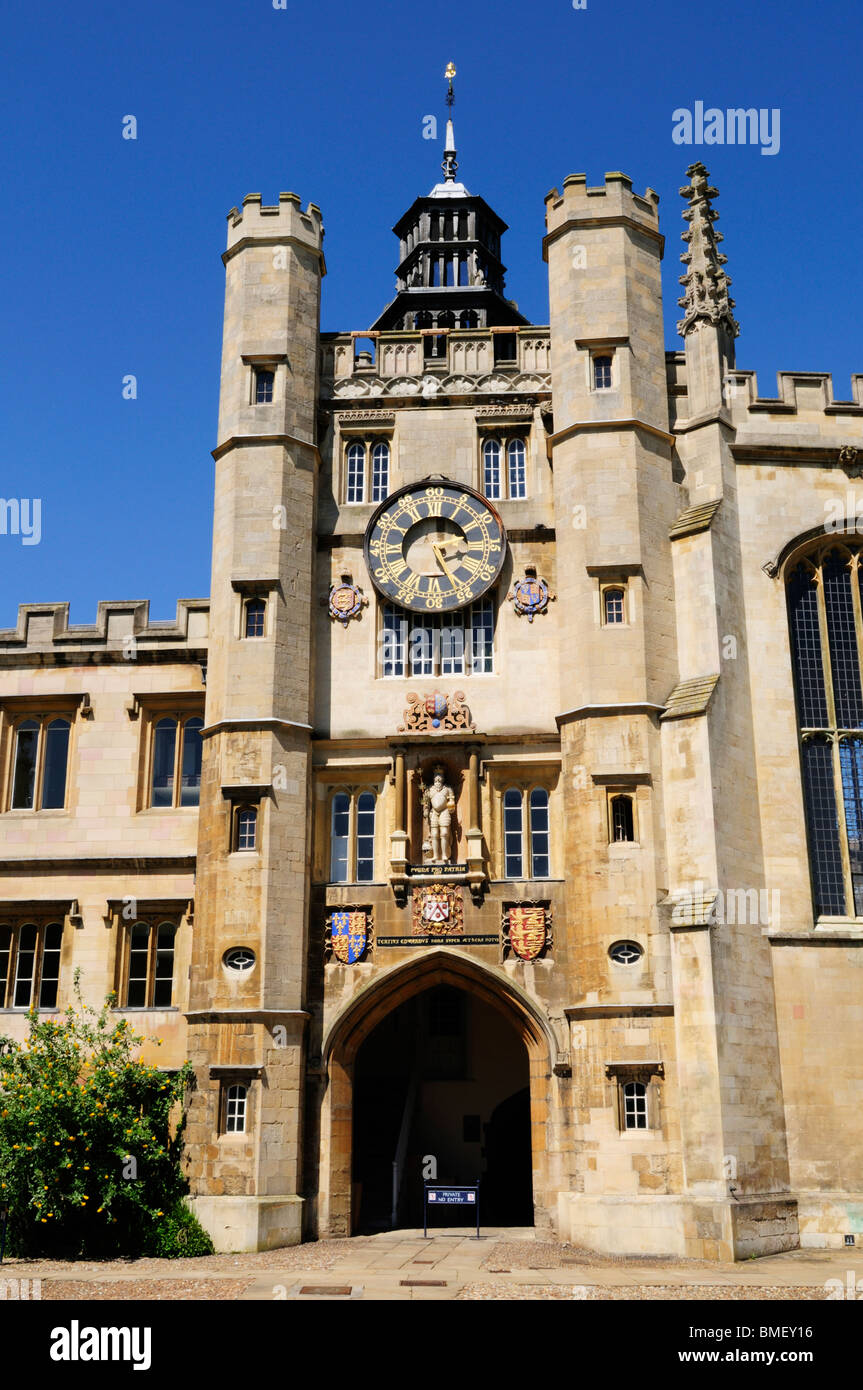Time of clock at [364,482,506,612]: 2:26
